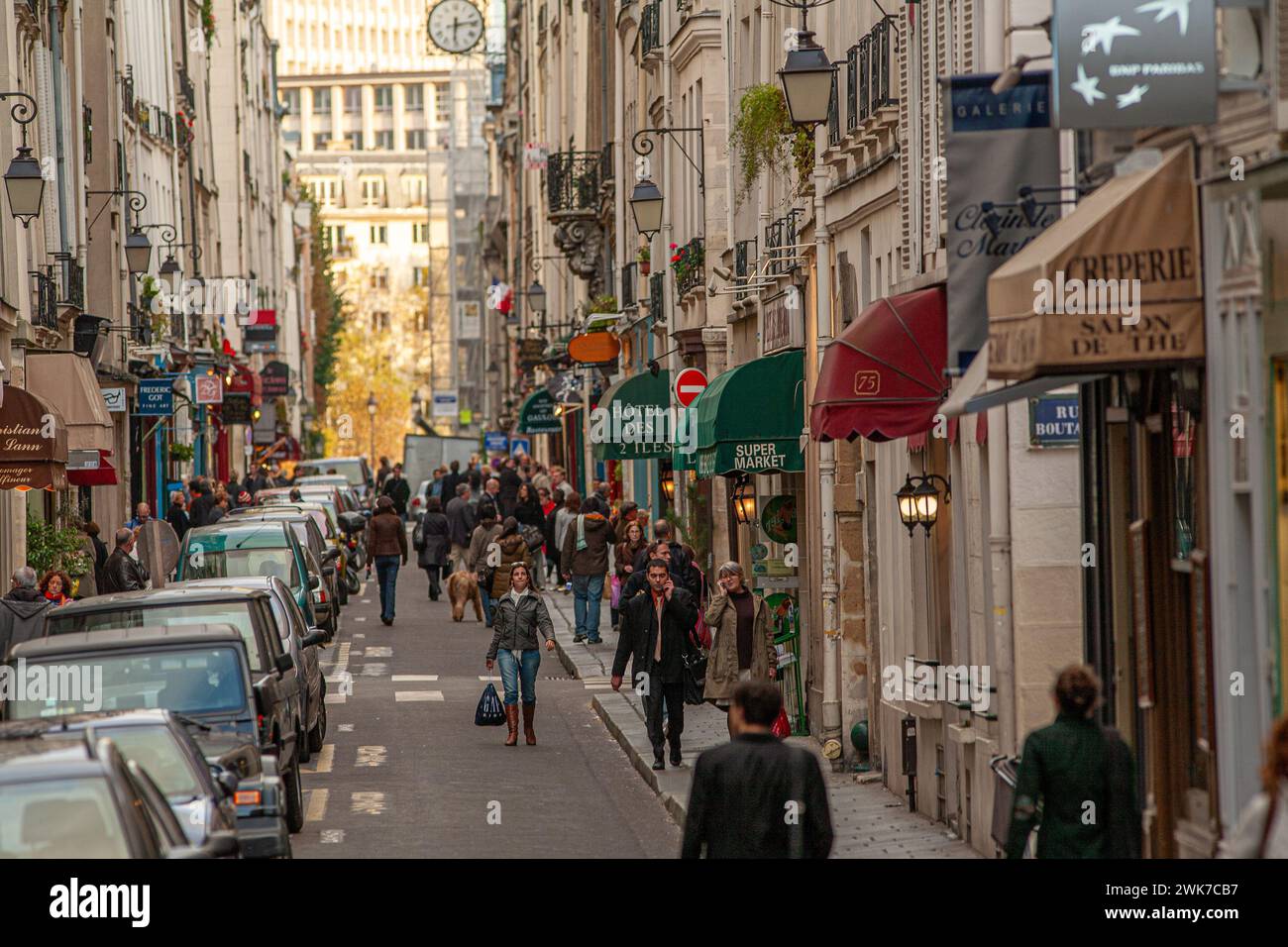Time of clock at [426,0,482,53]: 6:13
